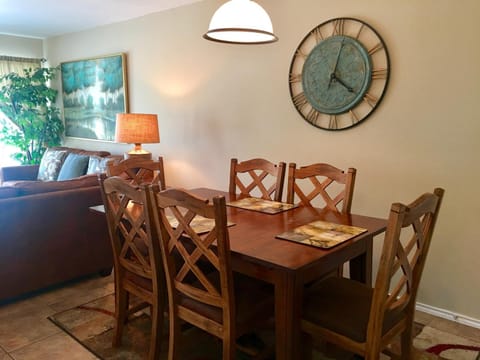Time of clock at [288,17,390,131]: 4:02
